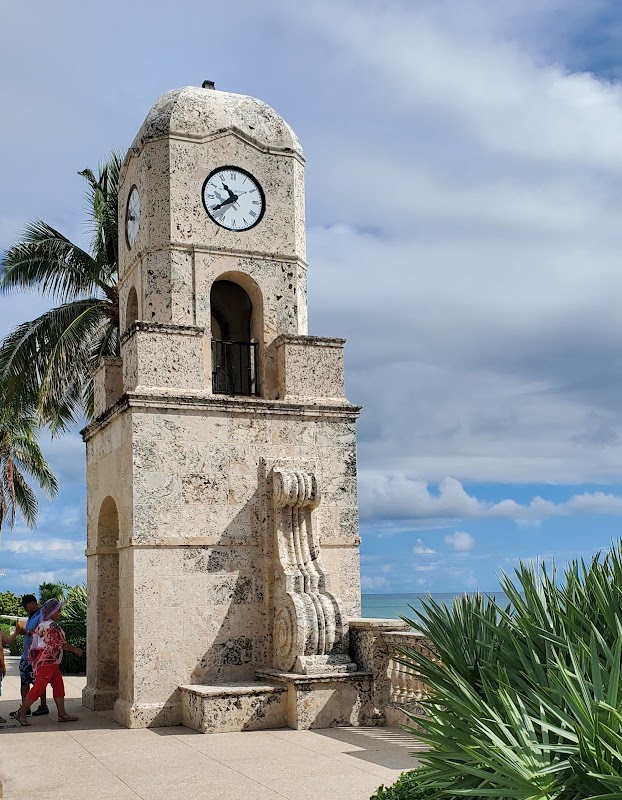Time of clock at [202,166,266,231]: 10:39
